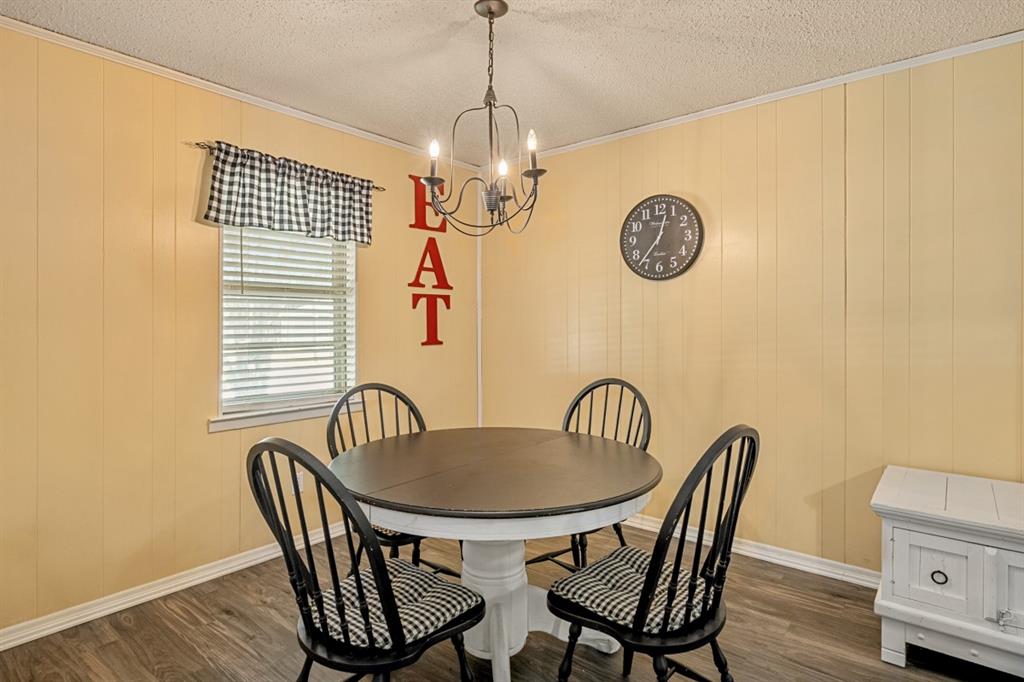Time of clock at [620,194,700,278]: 12:36
